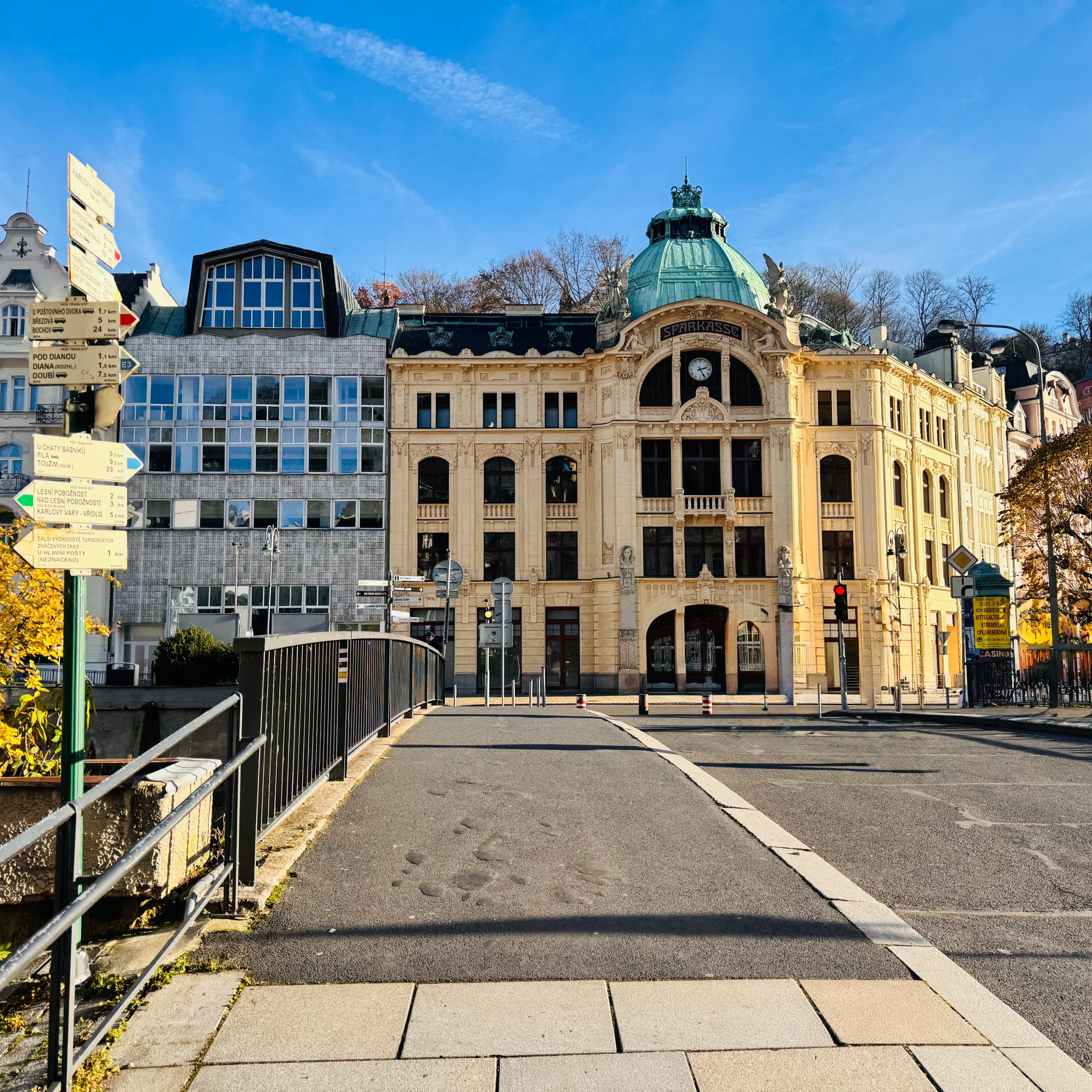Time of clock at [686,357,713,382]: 2:25
